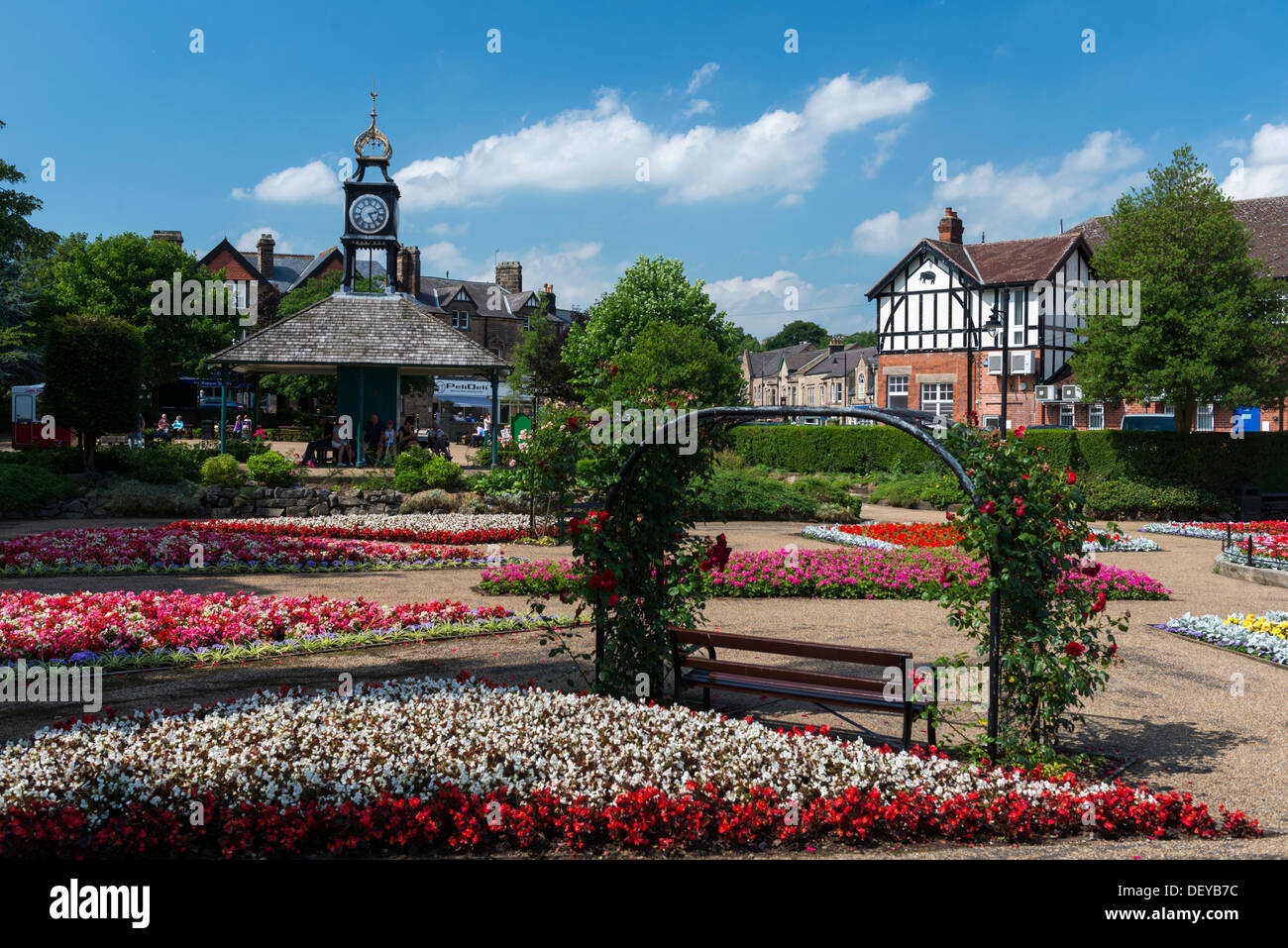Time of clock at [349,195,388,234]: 2:25
